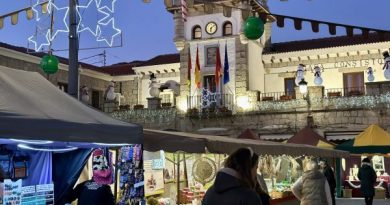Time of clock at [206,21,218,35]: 6:08
